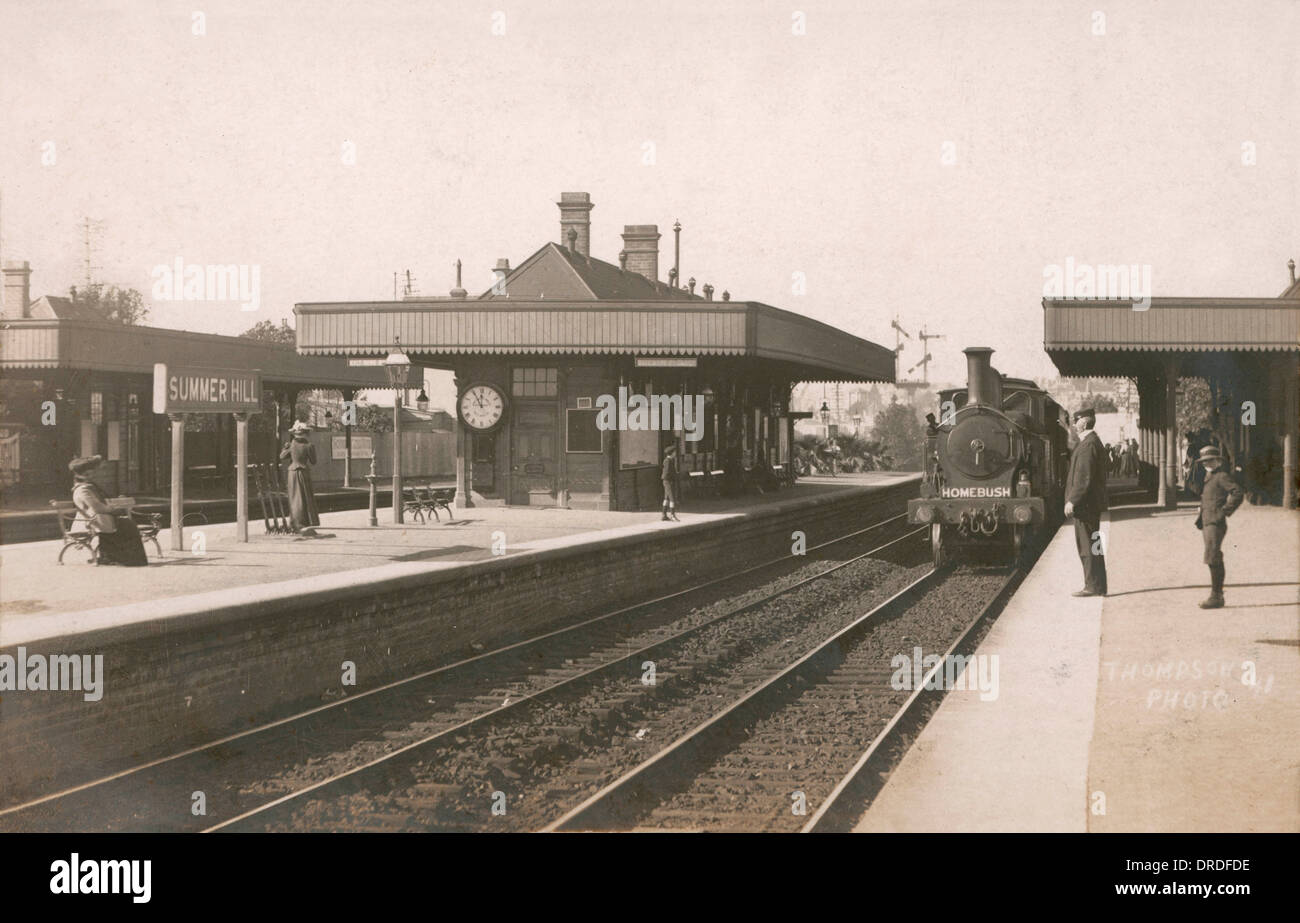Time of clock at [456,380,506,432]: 11:55
